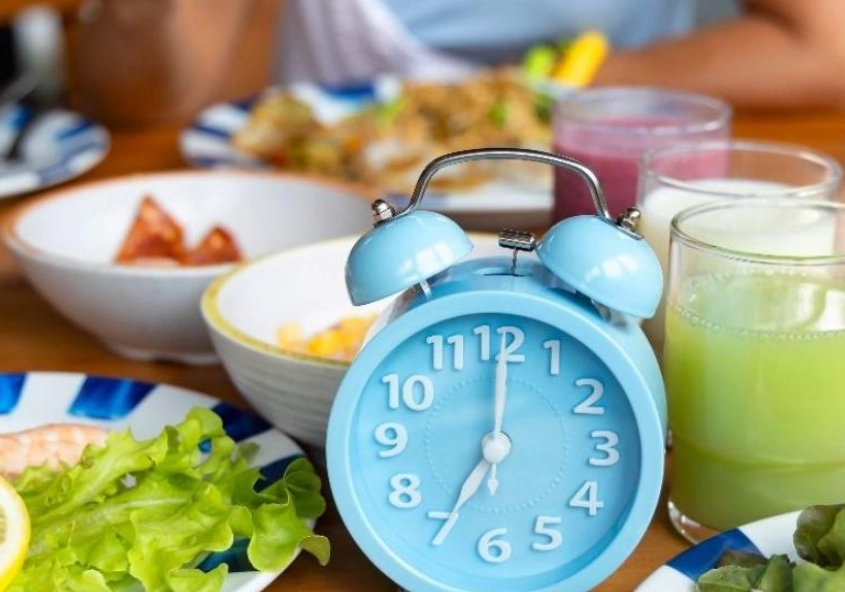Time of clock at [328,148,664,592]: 7:00
